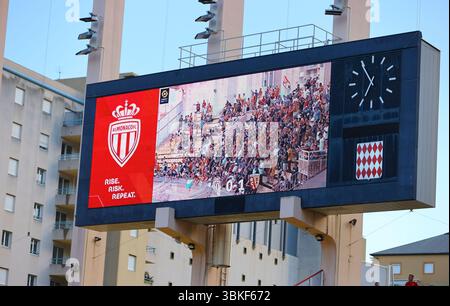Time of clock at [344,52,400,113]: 6:54
